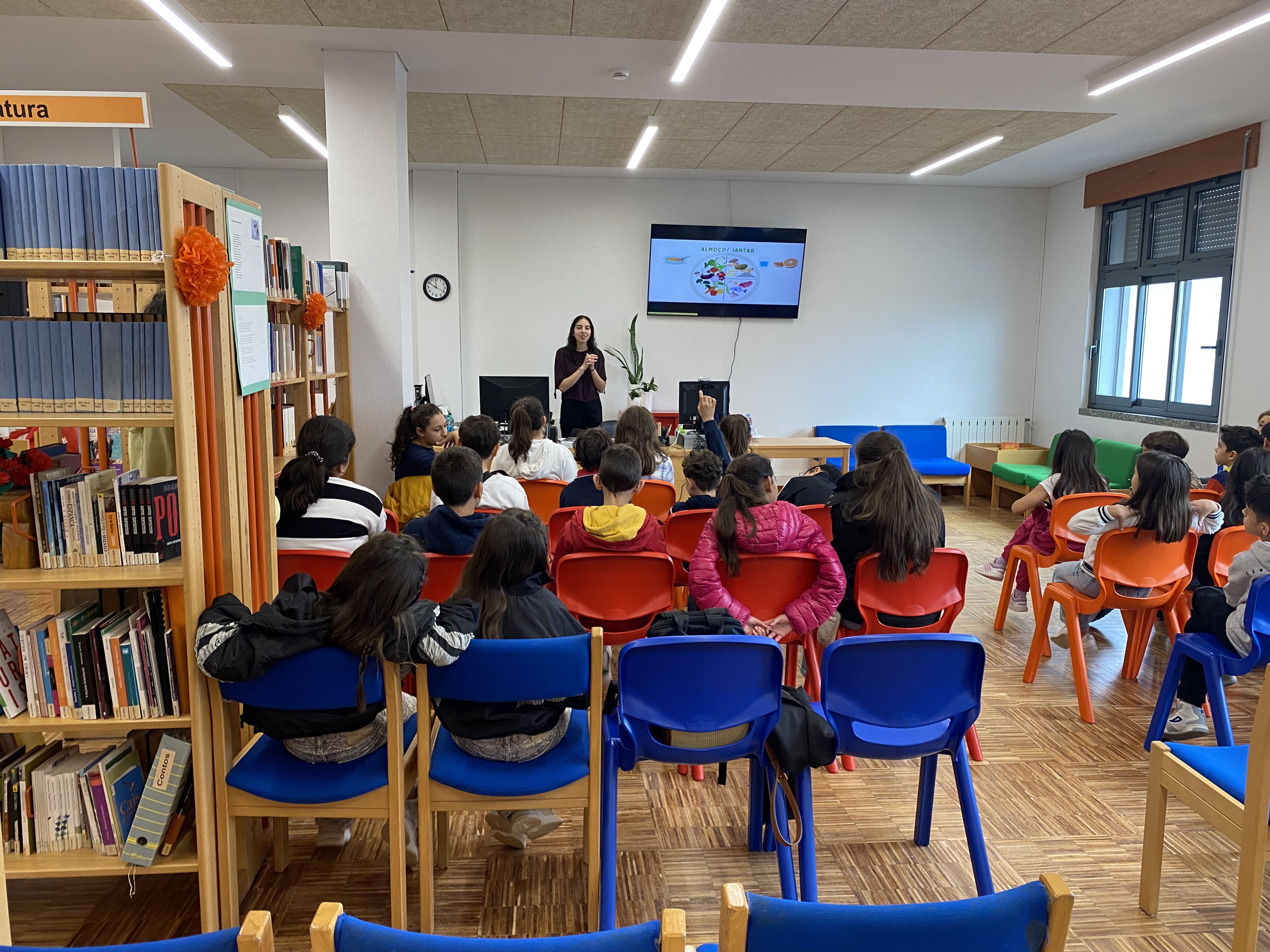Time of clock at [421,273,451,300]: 9:58
